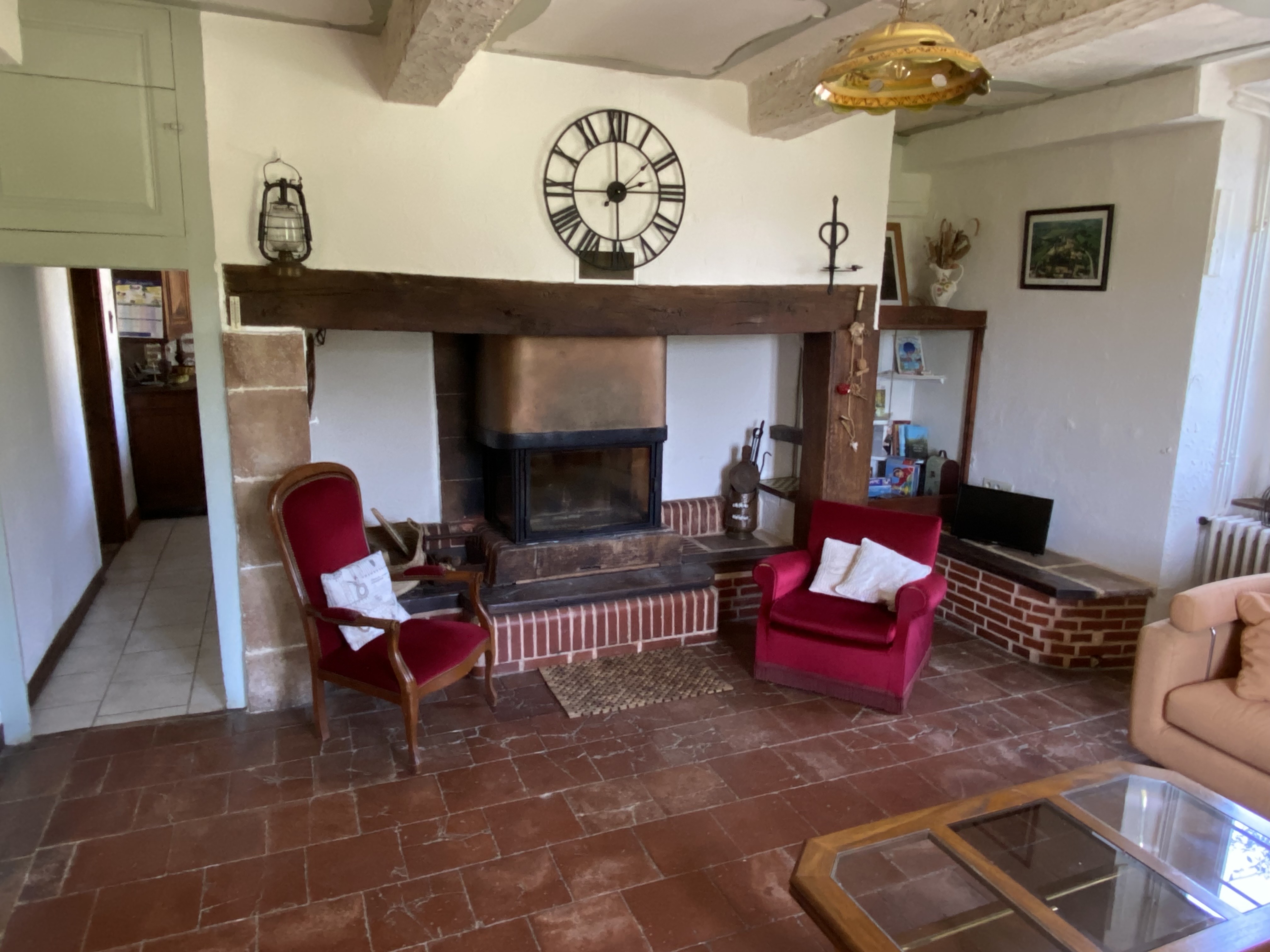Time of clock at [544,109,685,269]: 1:59
